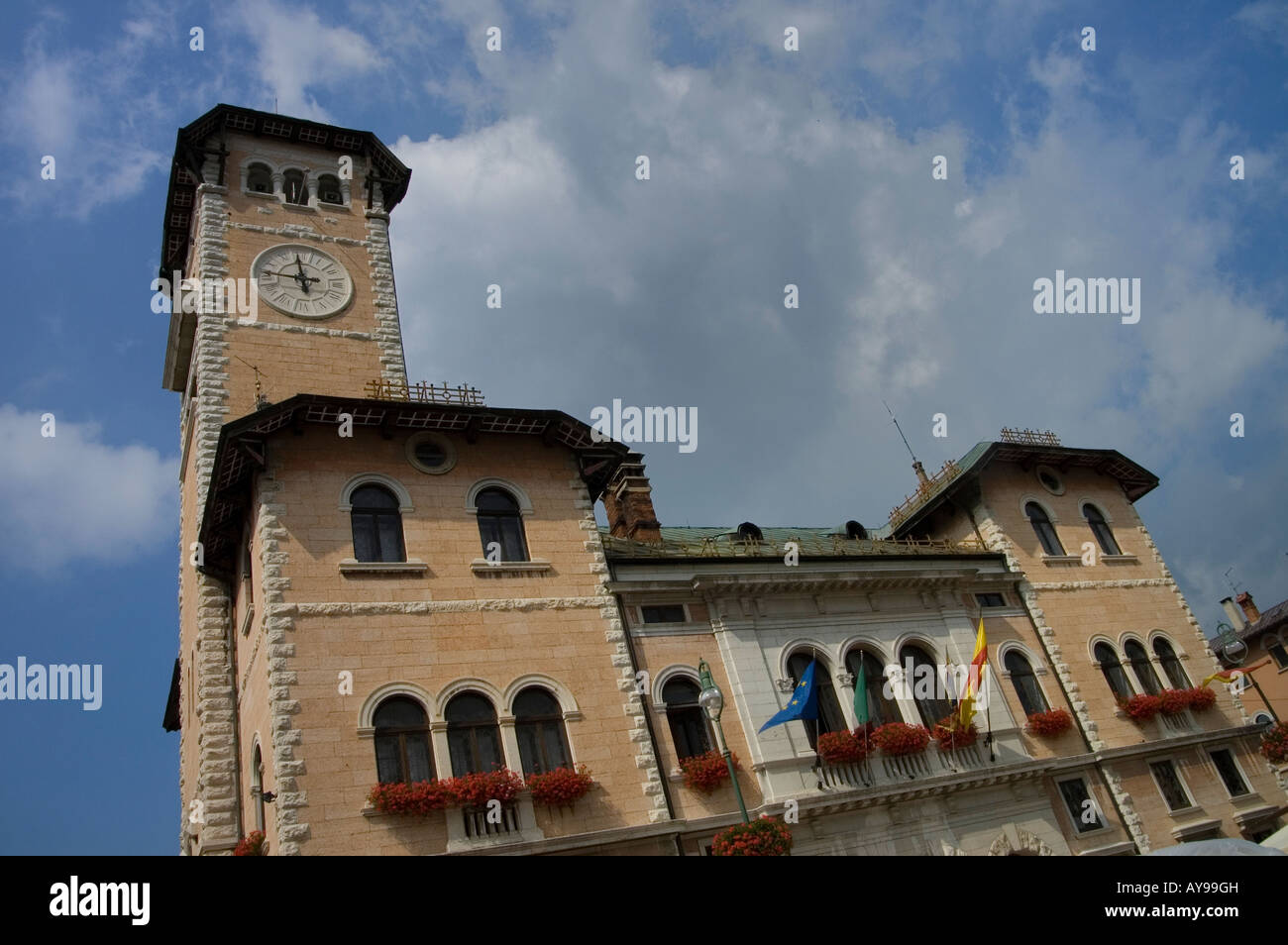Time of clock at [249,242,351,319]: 11:46
